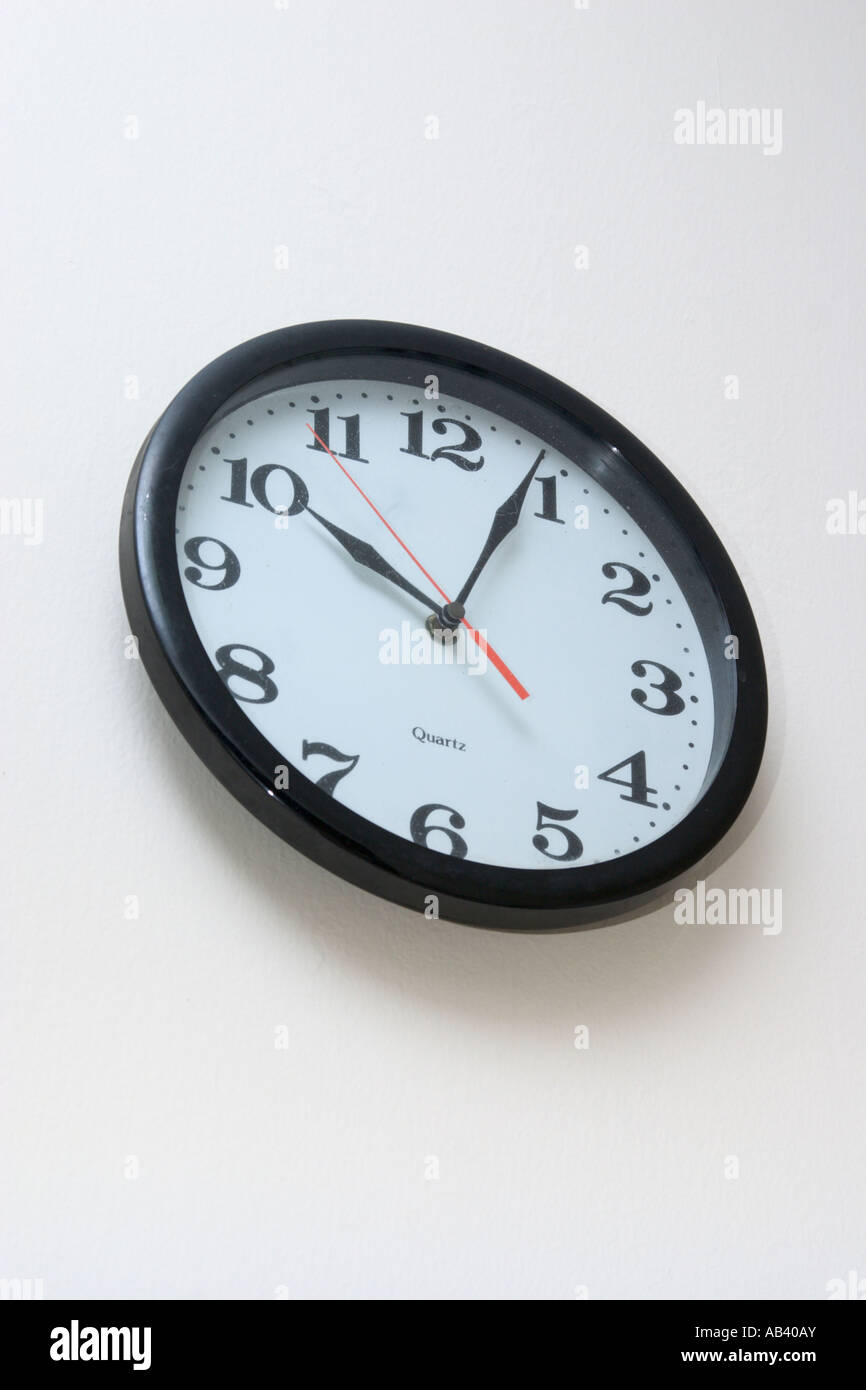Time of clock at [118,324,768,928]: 10:04
